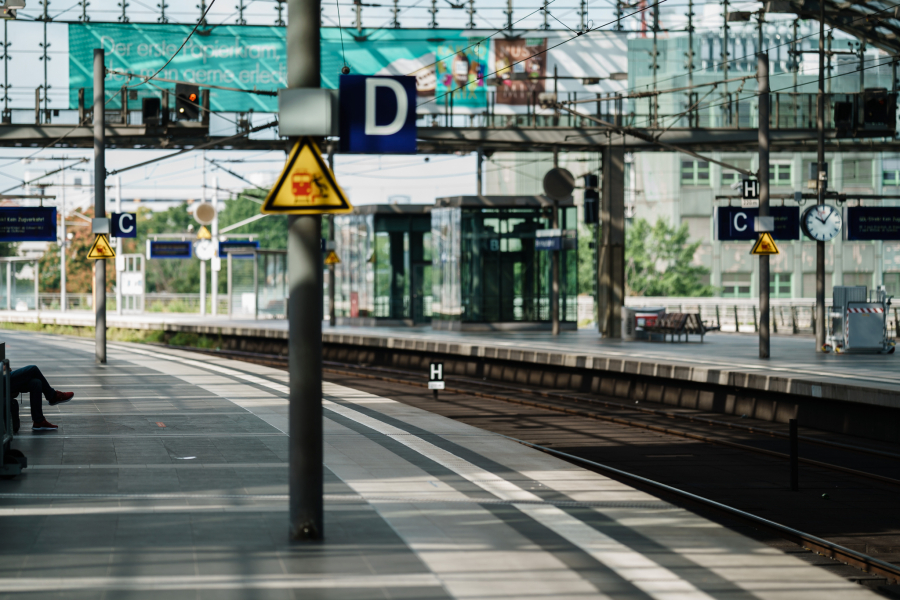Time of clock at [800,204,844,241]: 10:06
